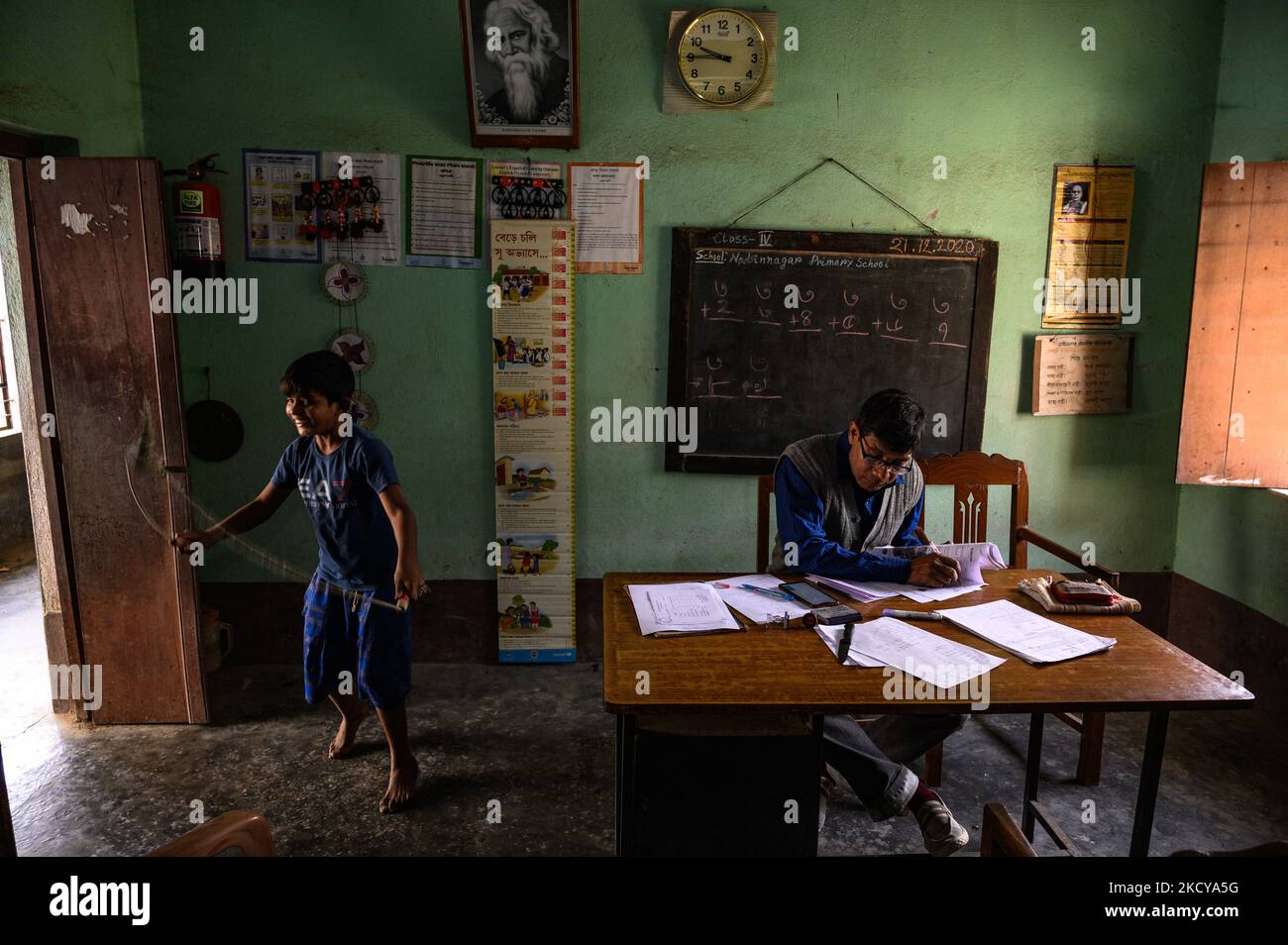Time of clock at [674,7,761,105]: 9:45
